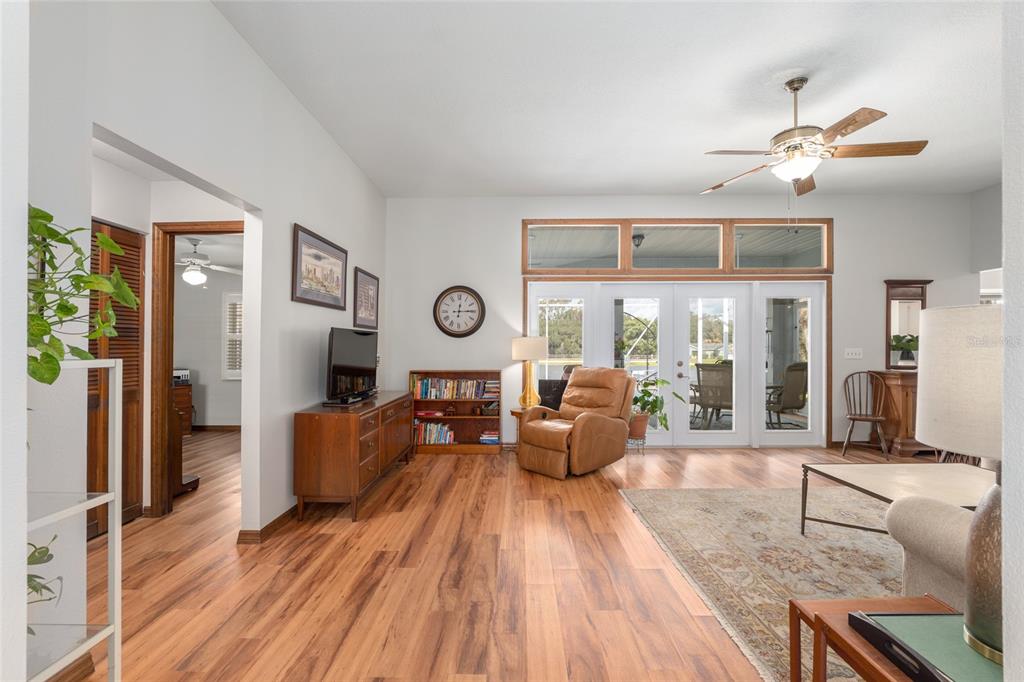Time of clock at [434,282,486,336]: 12:14
